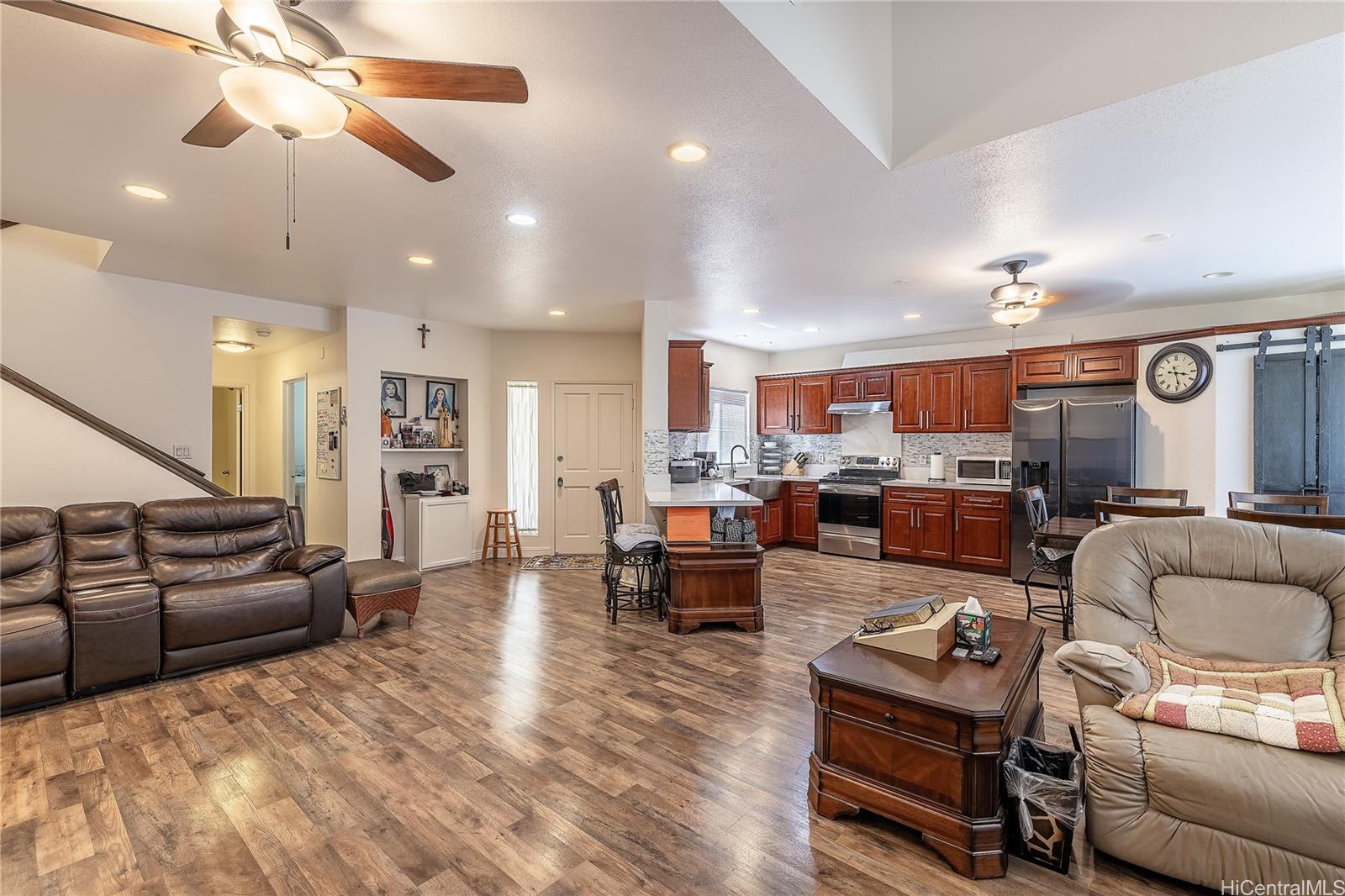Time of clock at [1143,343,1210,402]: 3:28
